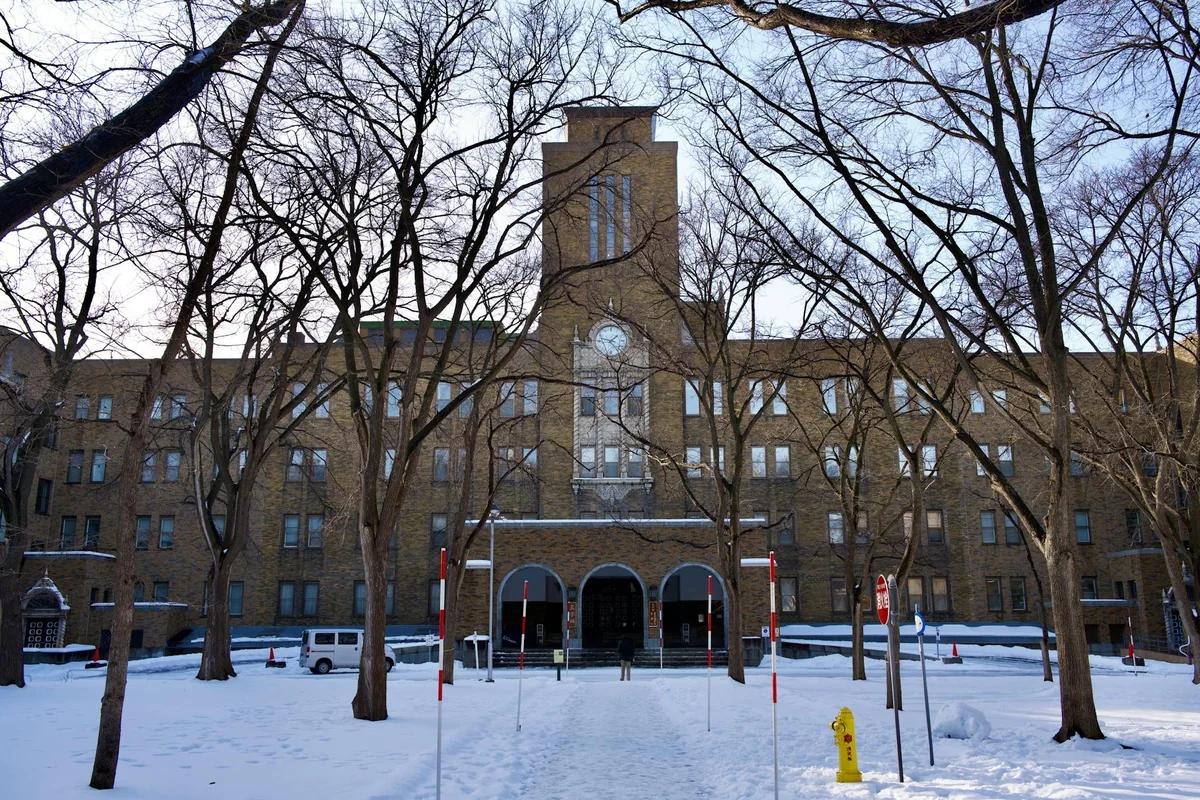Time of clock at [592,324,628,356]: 1:46
